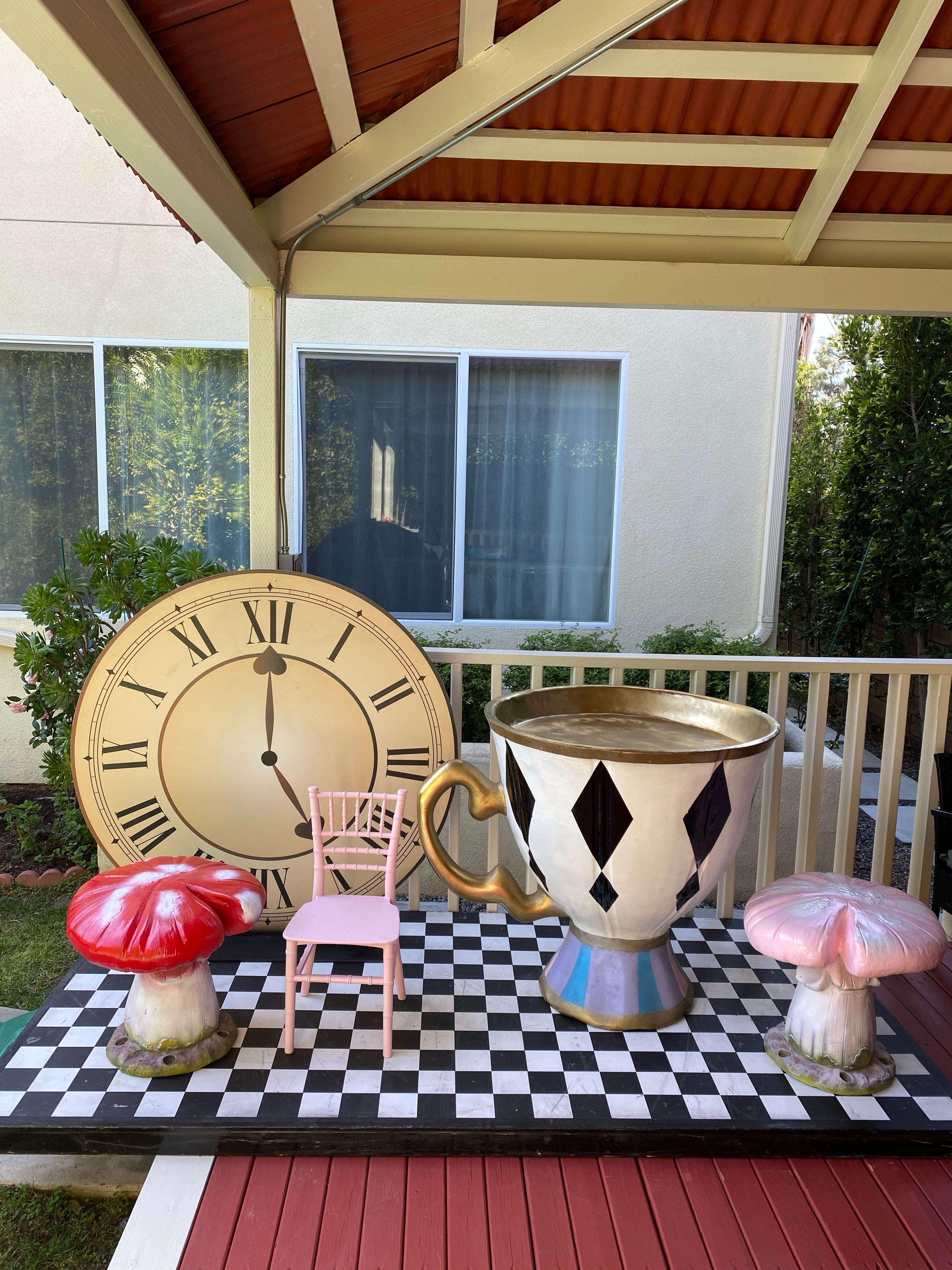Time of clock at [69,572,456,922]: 5:00
